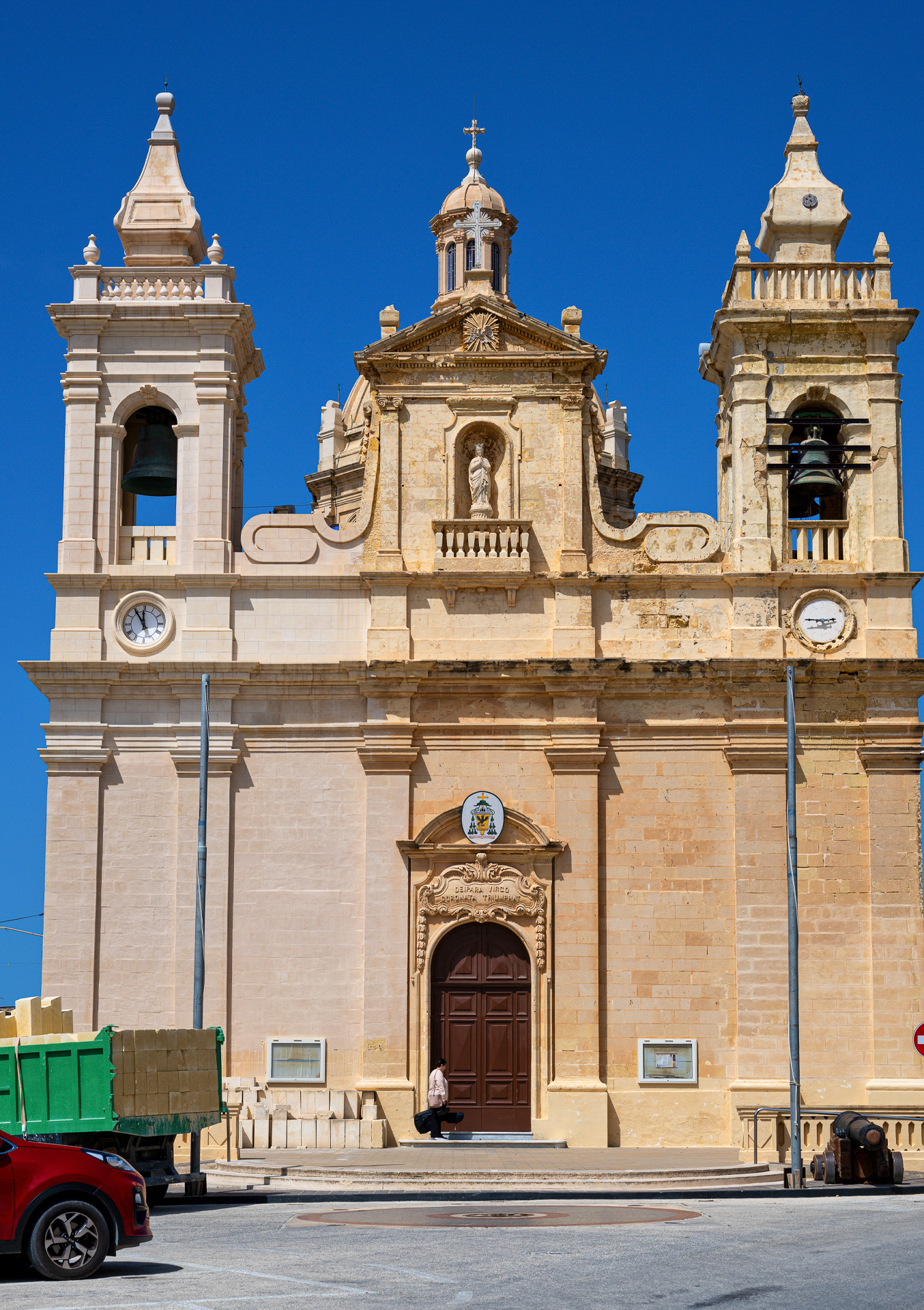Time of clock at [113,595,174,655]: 11:54
